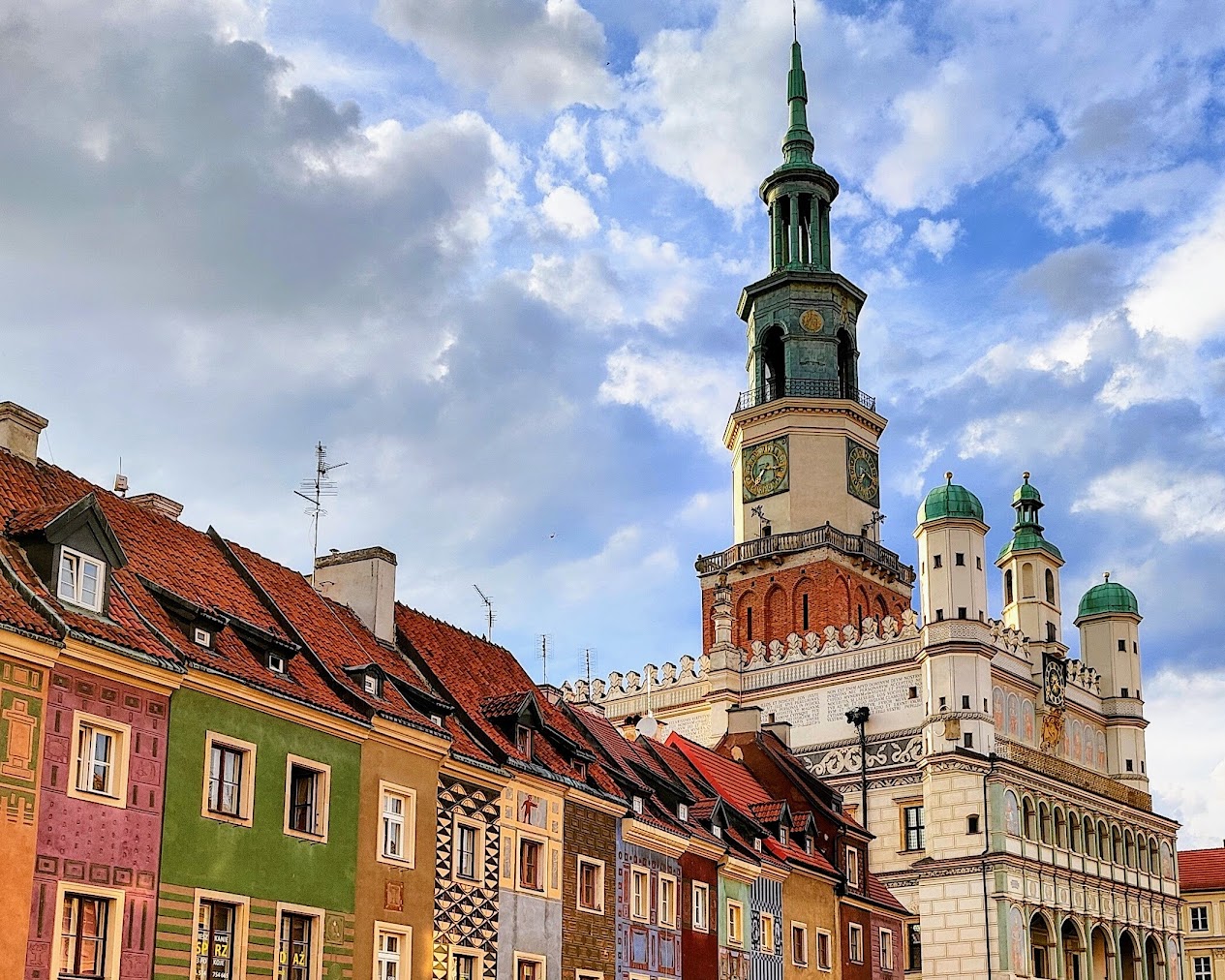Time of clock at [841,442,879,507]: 7:18
